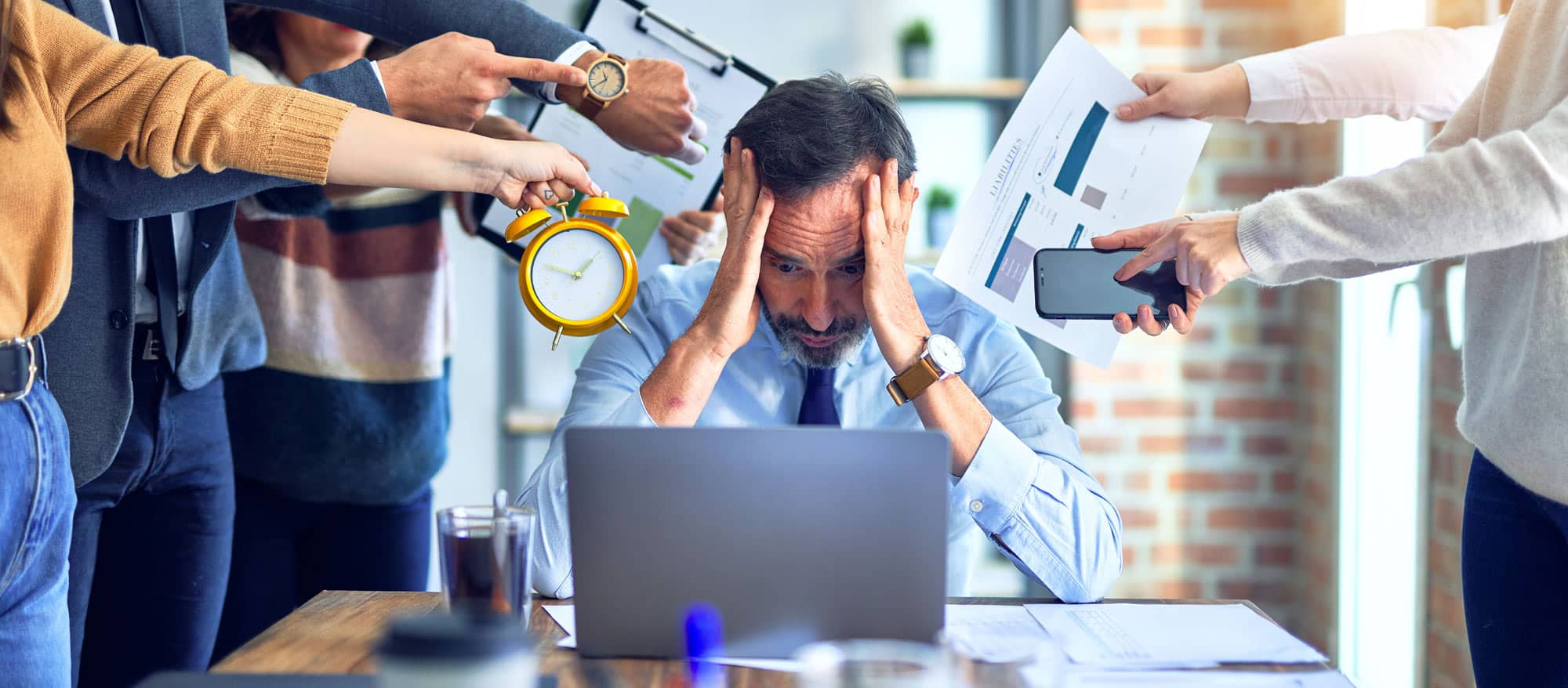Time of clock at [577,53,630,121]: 11:40
